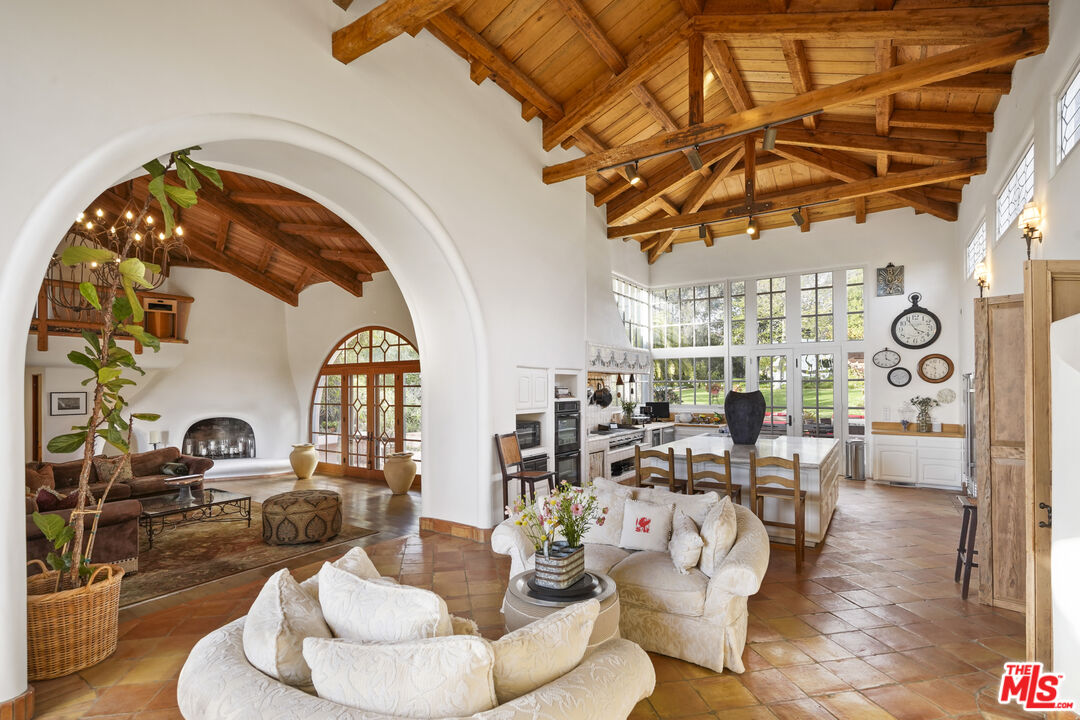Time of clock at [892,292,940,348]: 3:54
